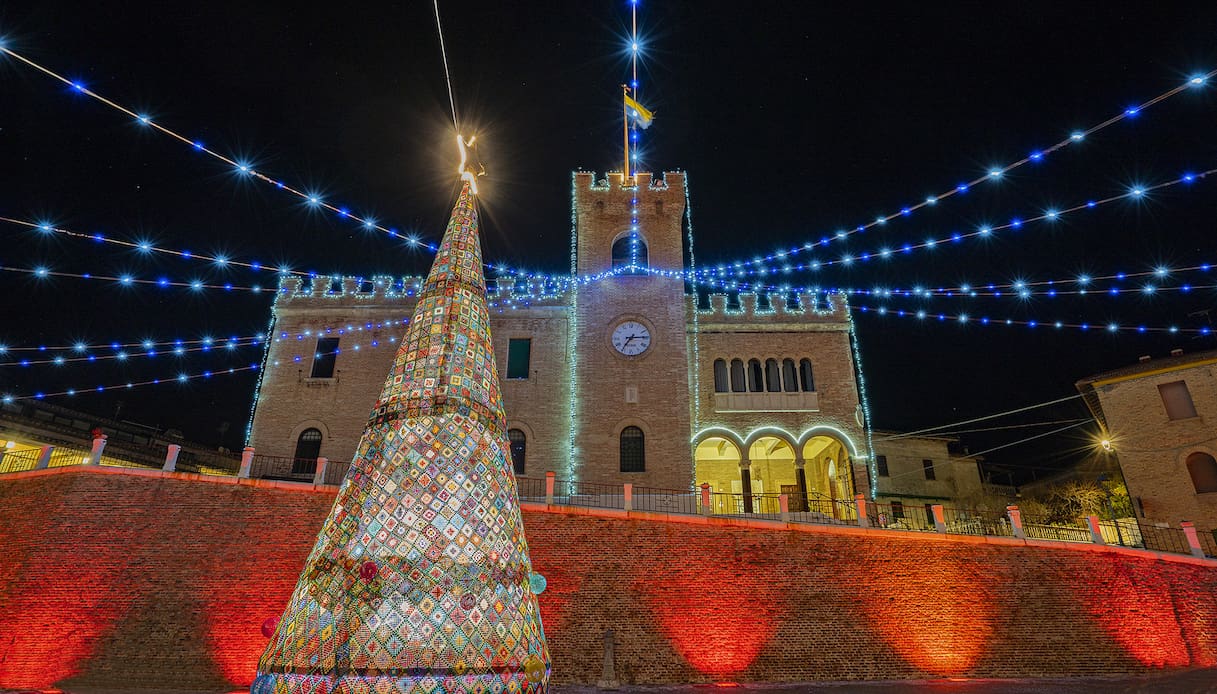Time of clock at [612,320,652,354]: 7:14
